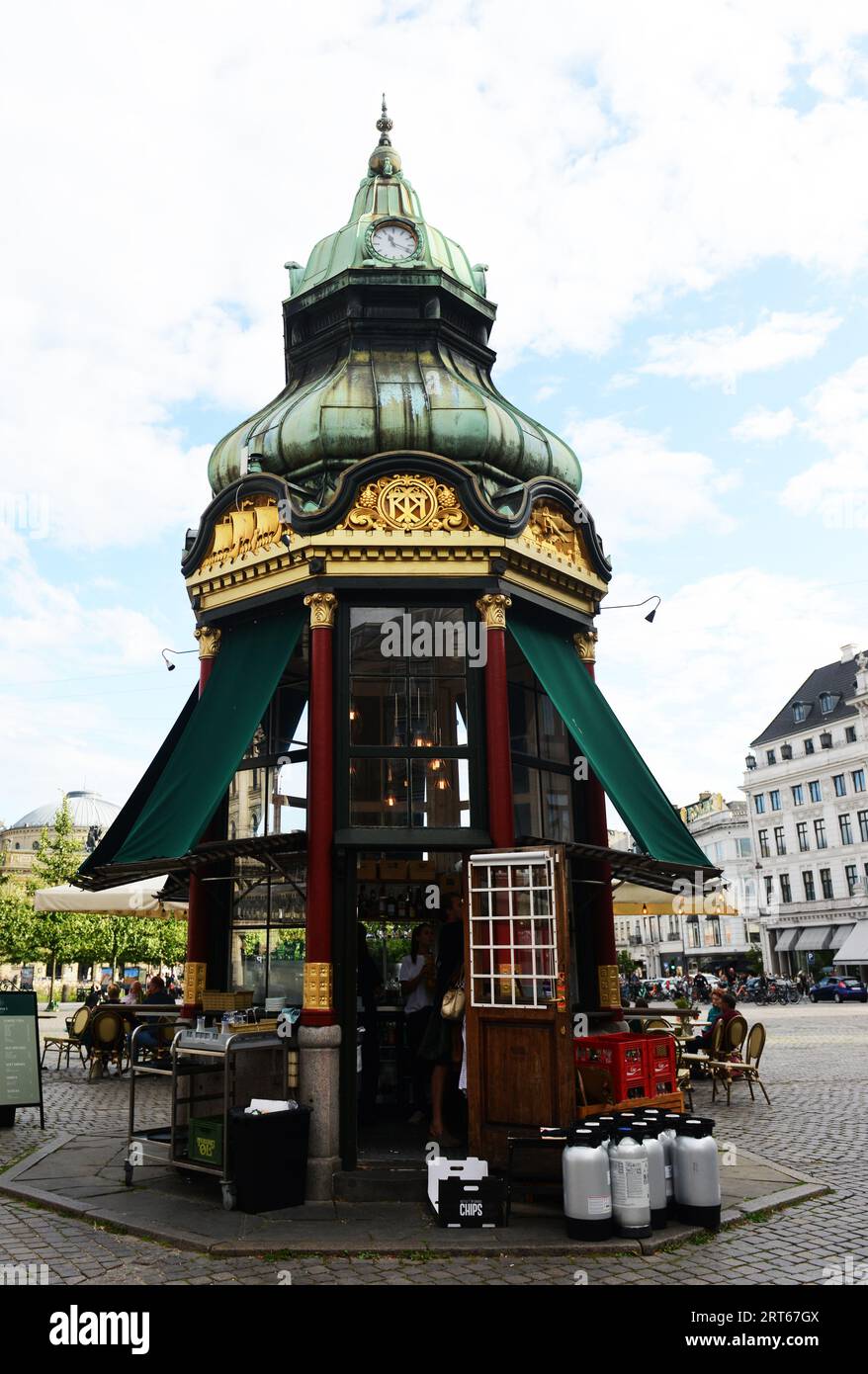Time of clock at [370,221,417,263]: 11:18
